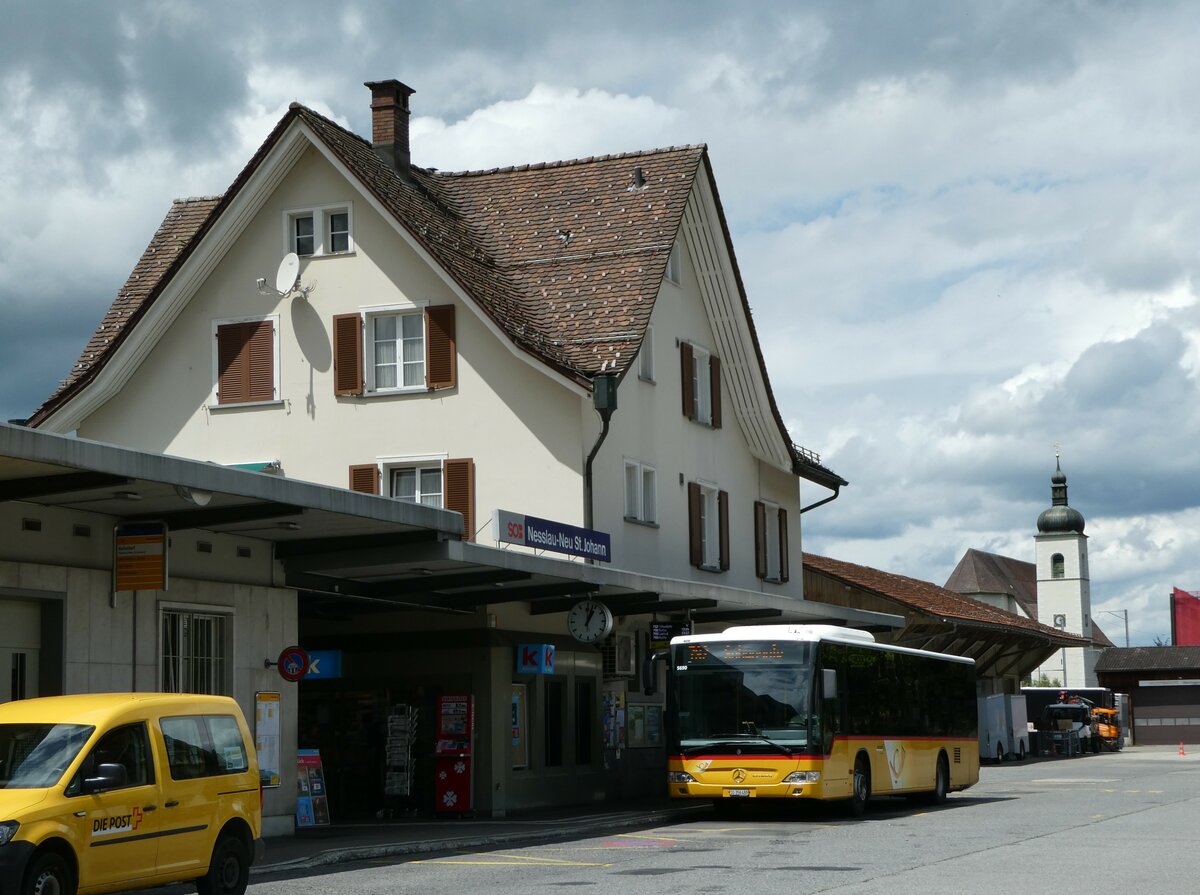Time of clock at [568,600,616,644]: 1:02
